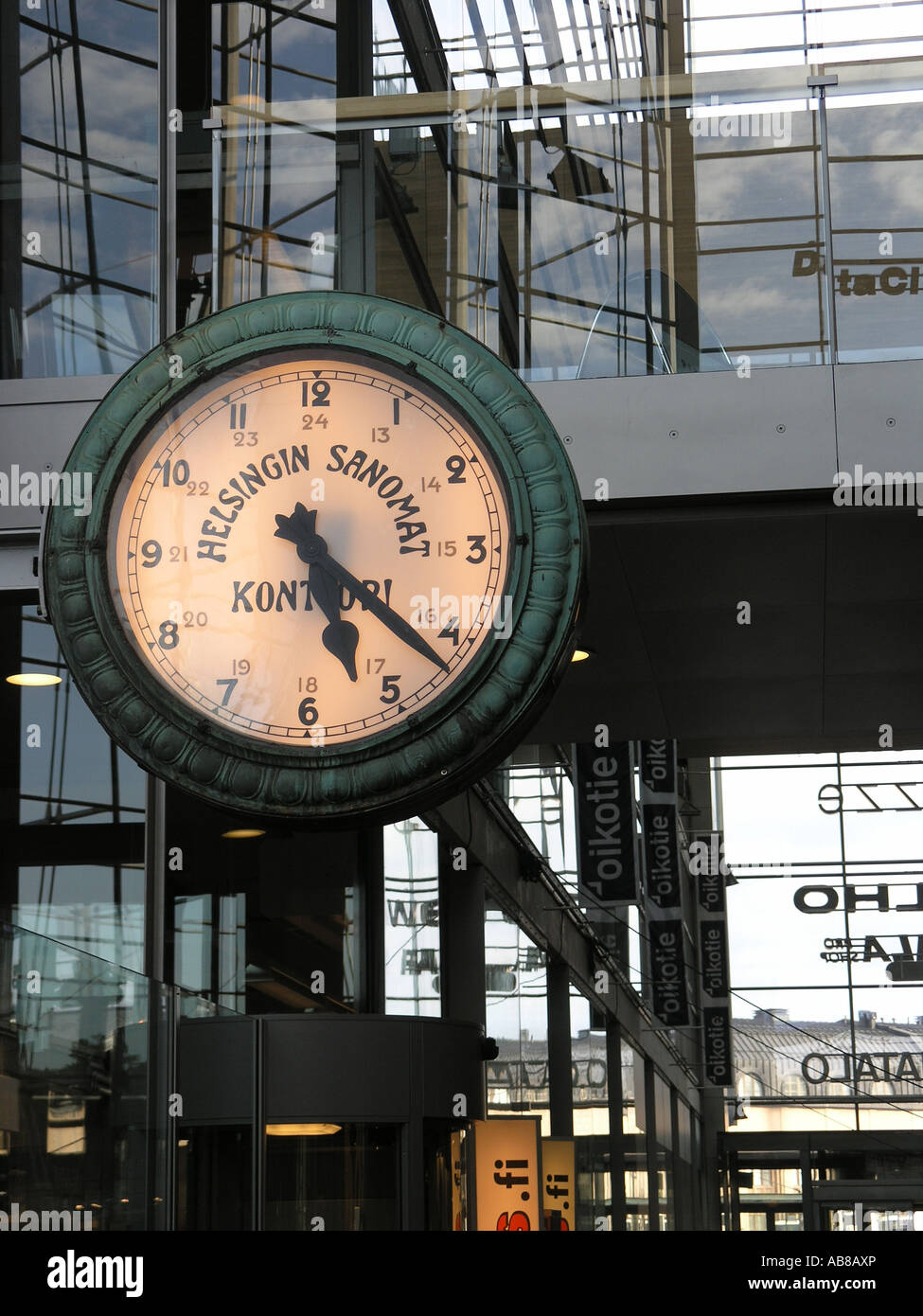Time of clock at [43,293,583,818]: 5:21
